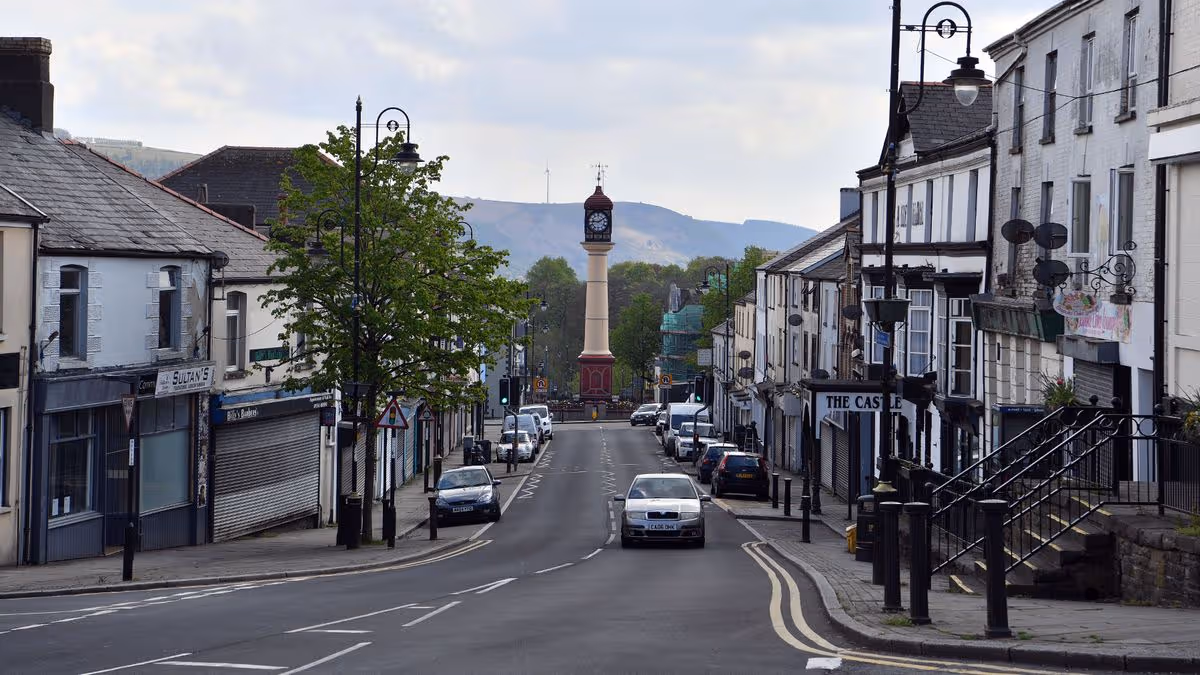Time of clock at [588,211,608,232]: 9:10
